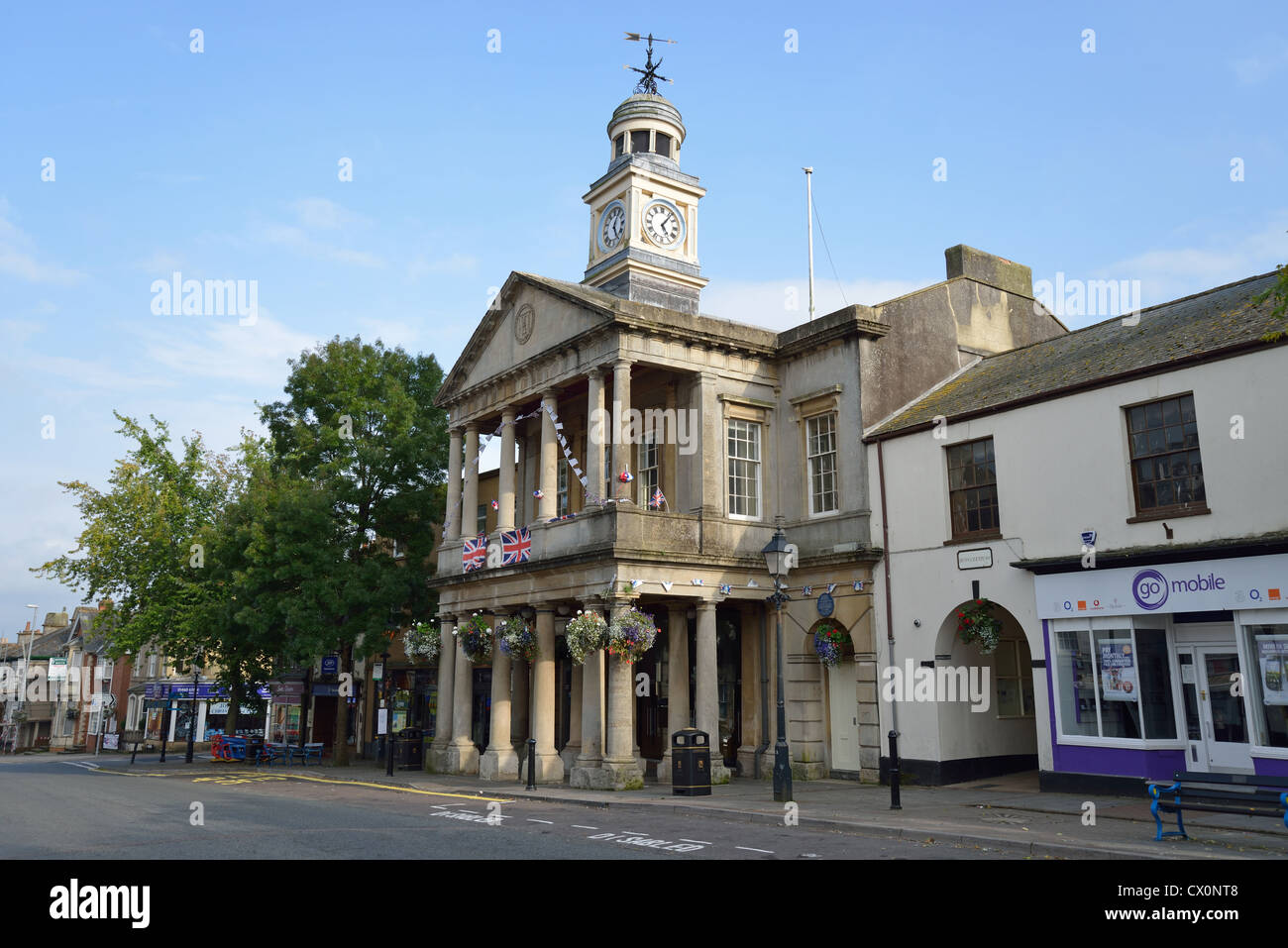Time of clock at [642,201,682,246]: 5:06
